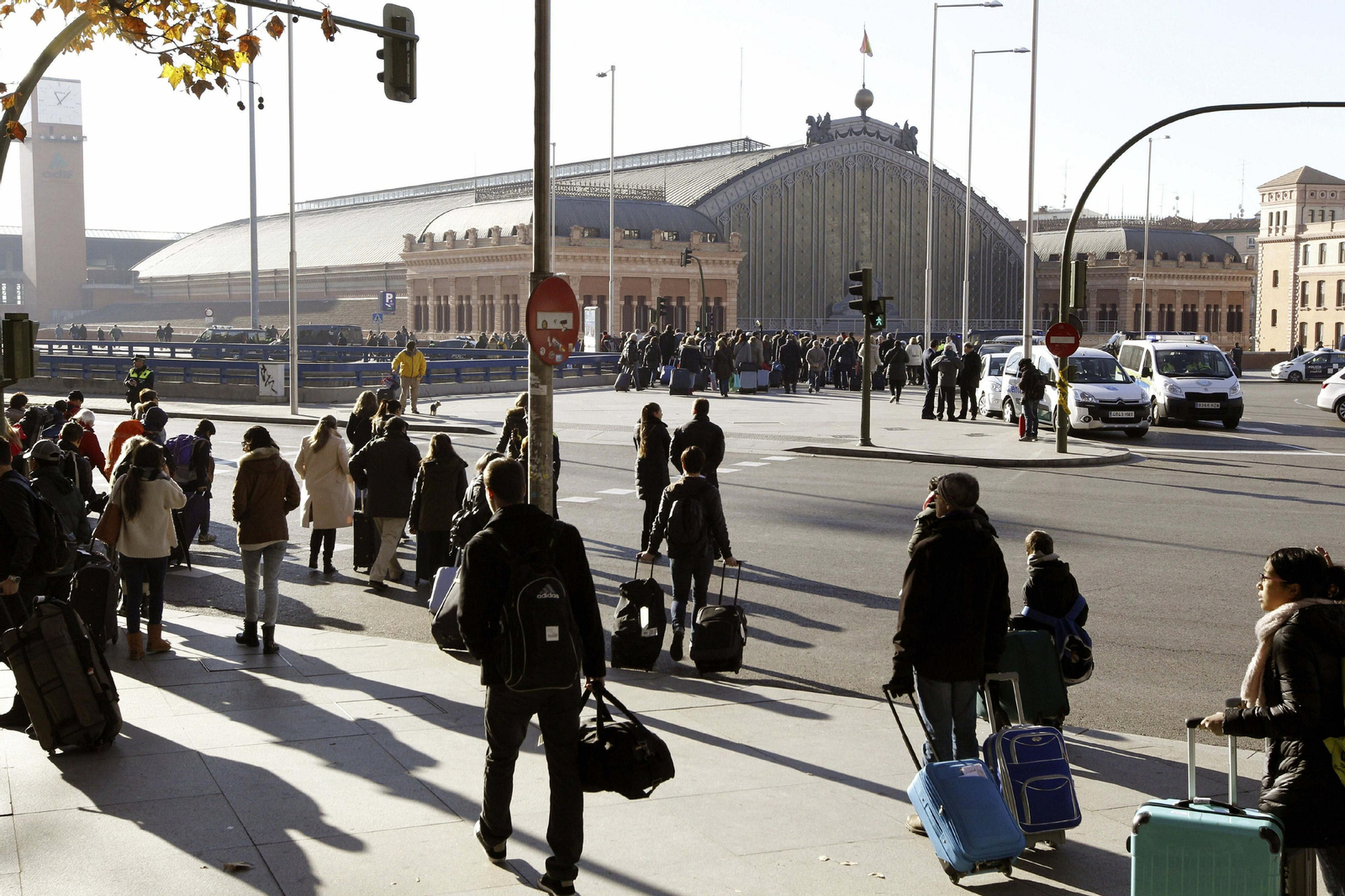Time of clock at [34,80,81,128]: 11:07
